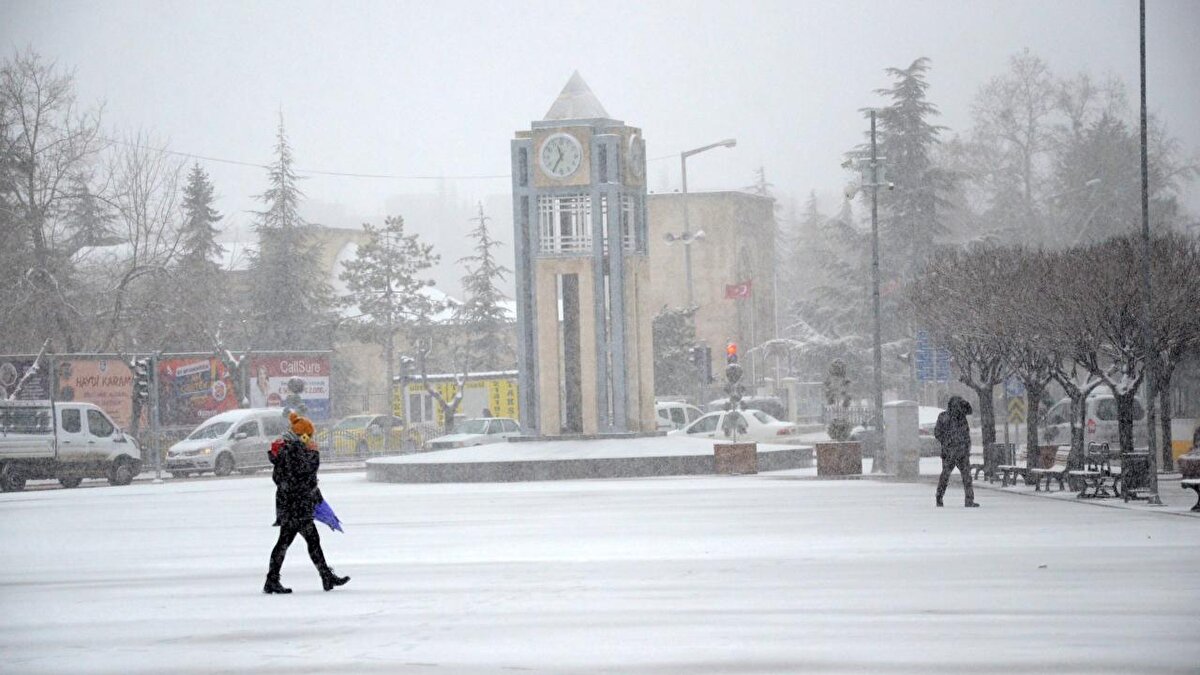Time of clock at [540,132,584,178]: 11:35
